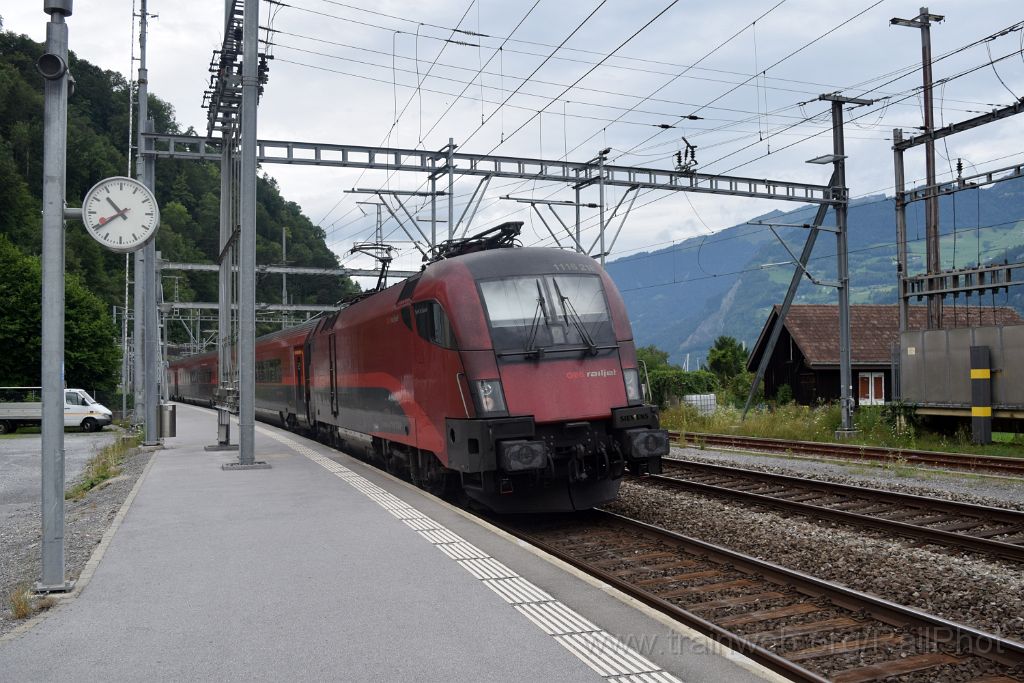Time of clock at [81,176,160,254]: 10:39
